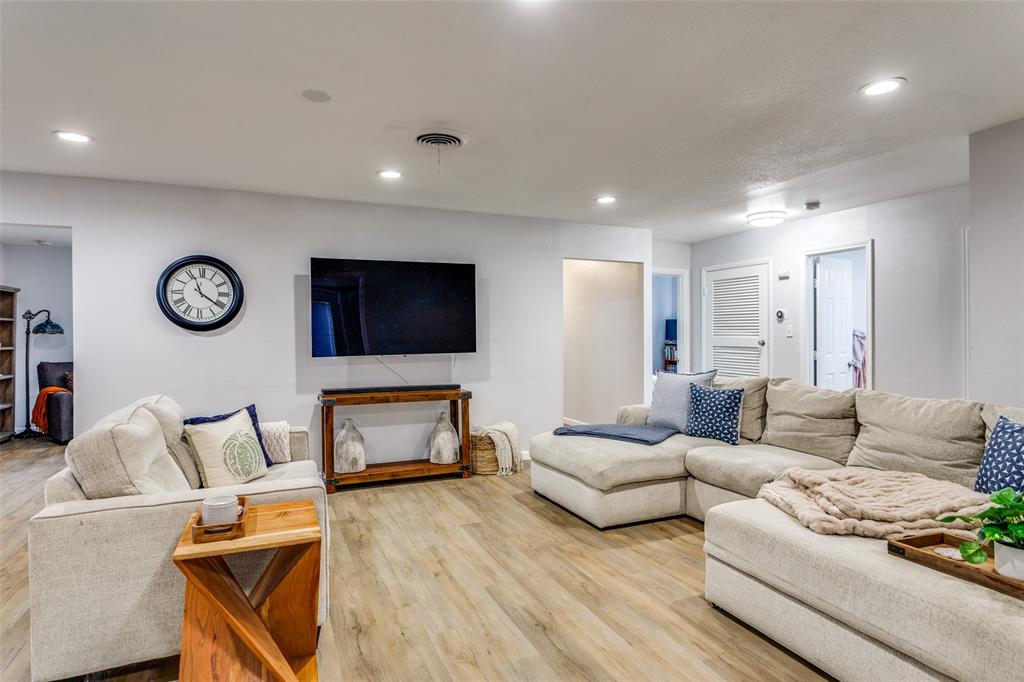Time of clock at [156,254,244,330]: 11:20
